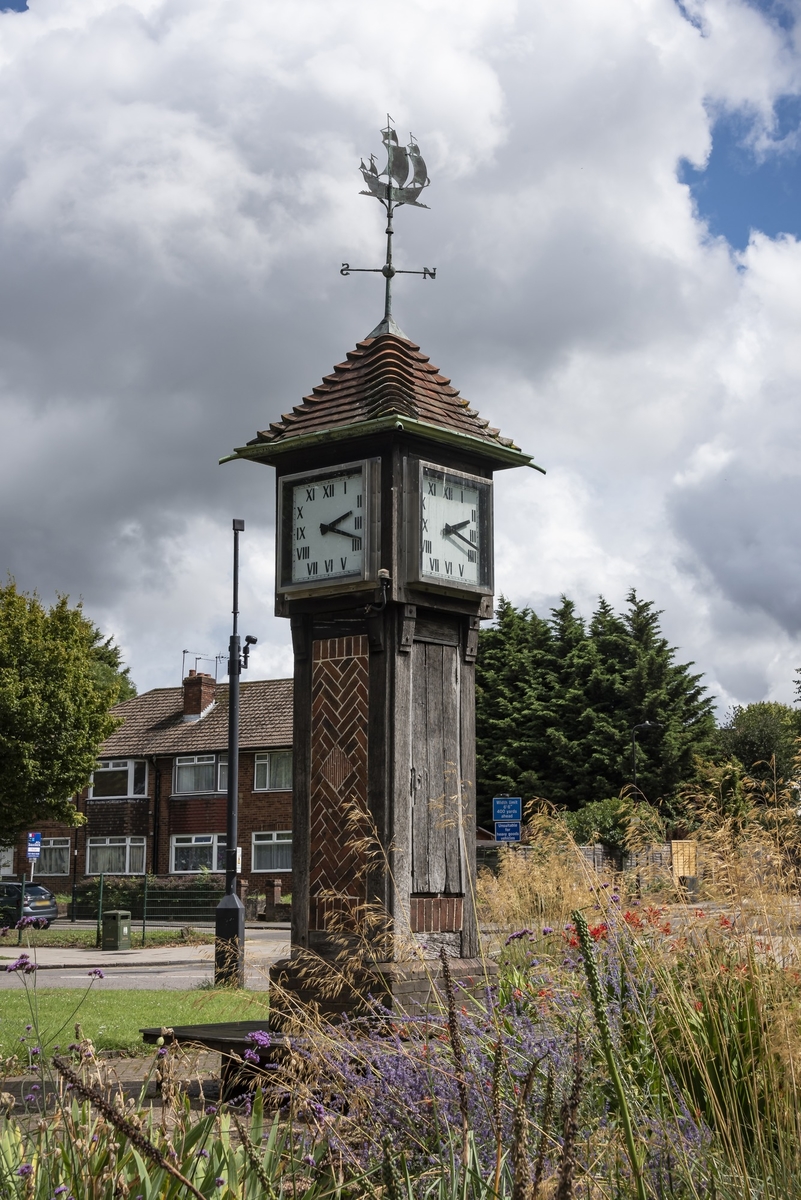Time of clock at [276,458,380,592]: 2:18
